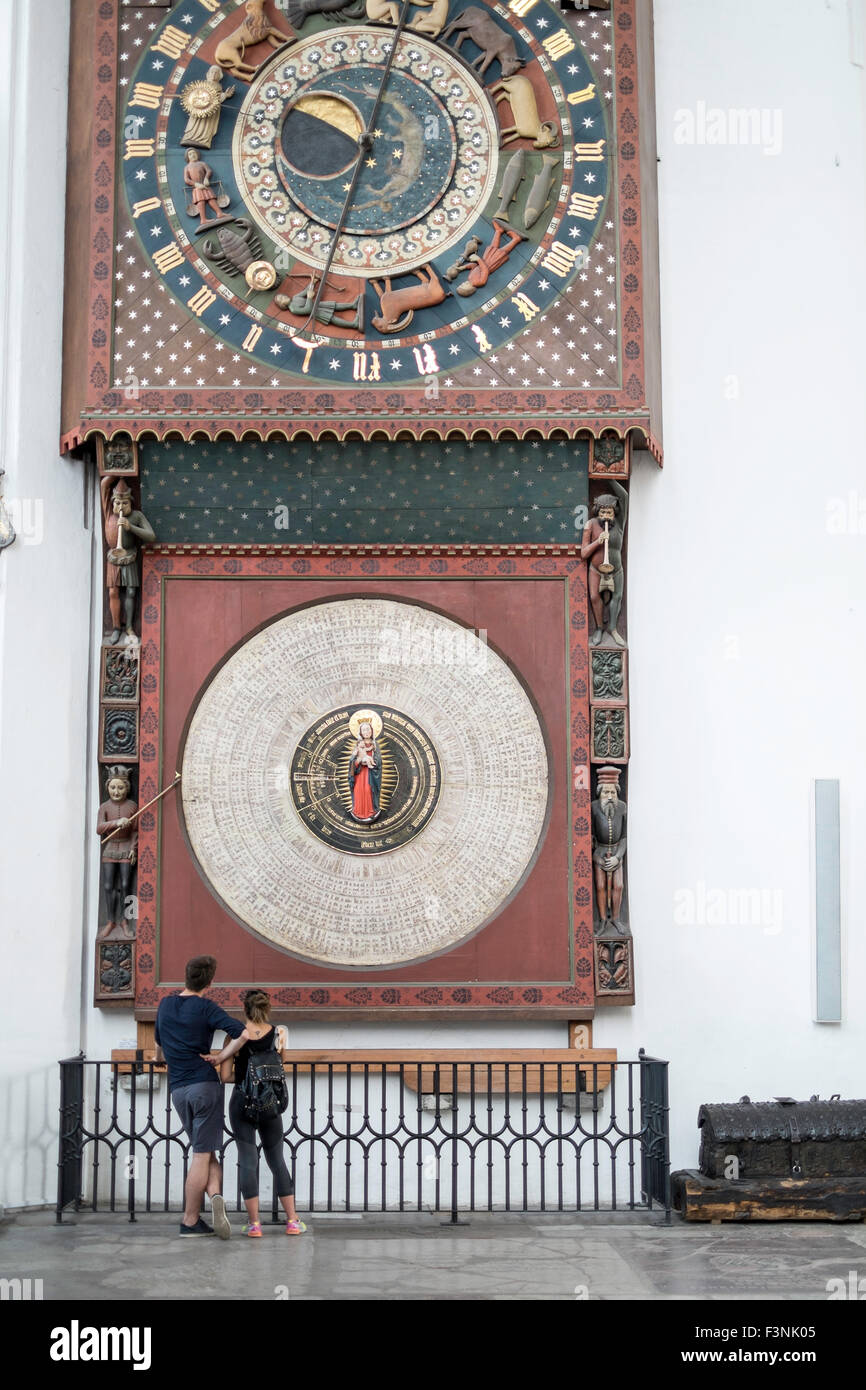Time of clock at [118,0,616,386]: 10:02
